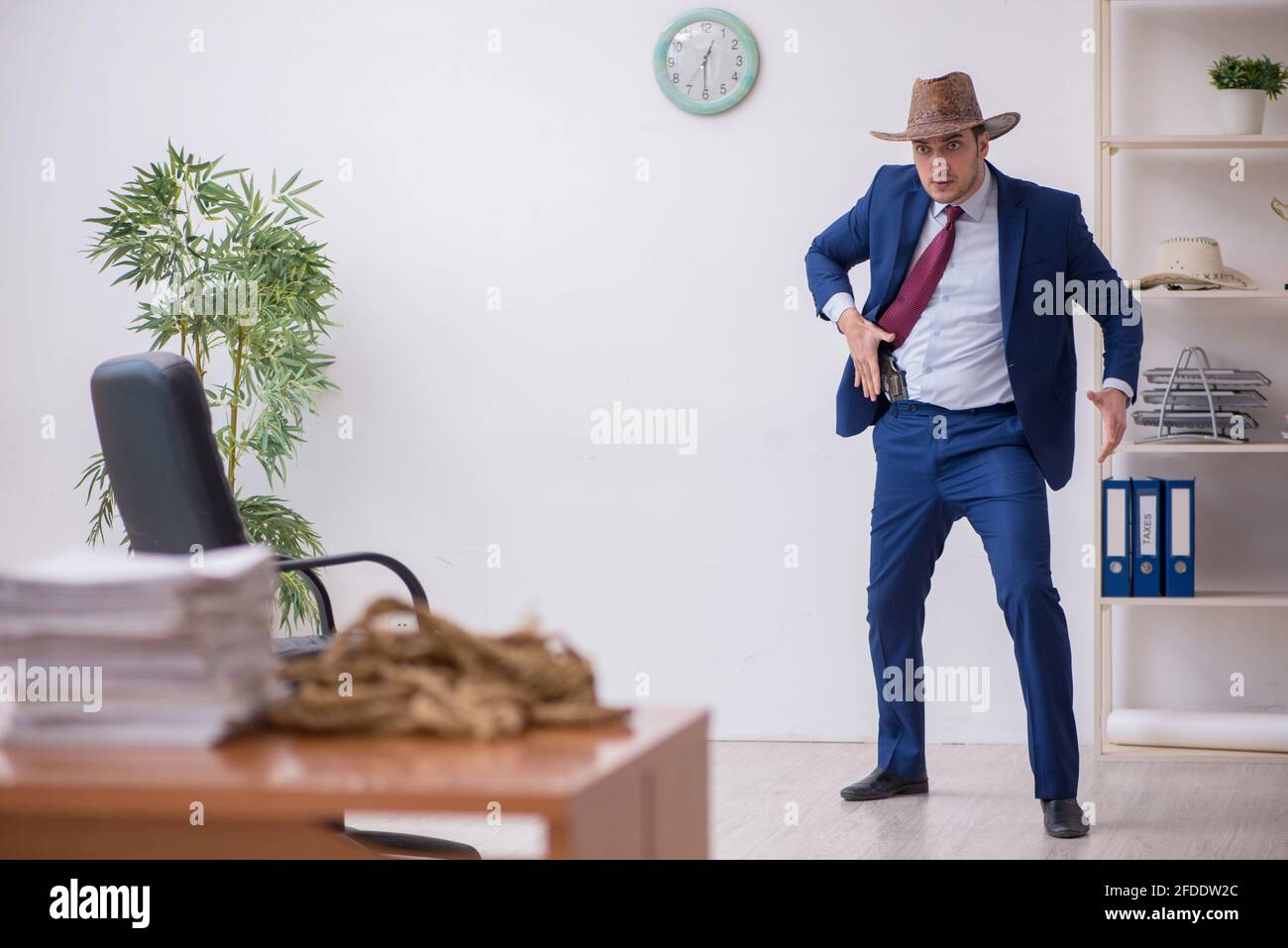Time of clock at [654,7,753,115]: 12:30
